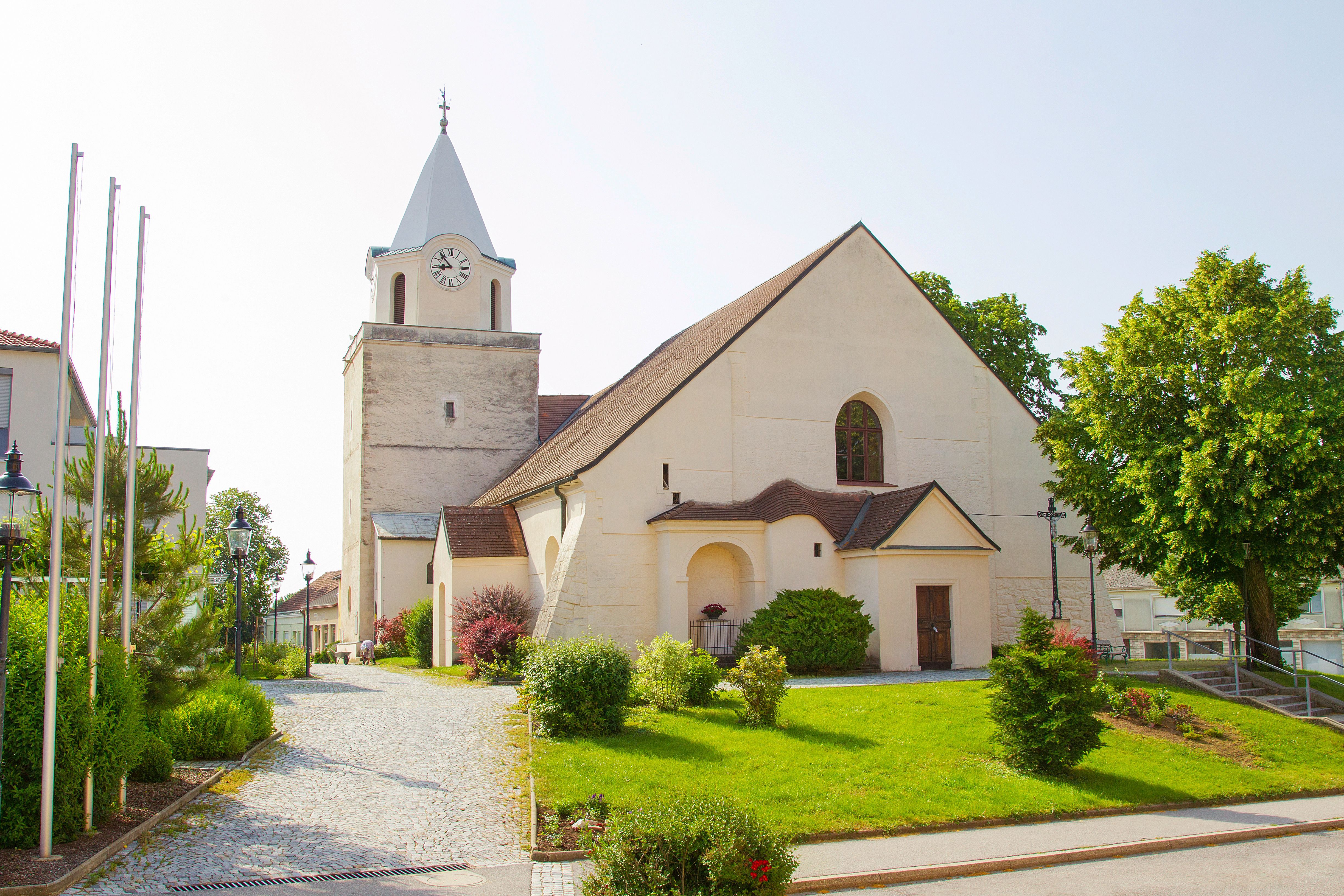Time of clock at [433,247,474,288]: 8:53
